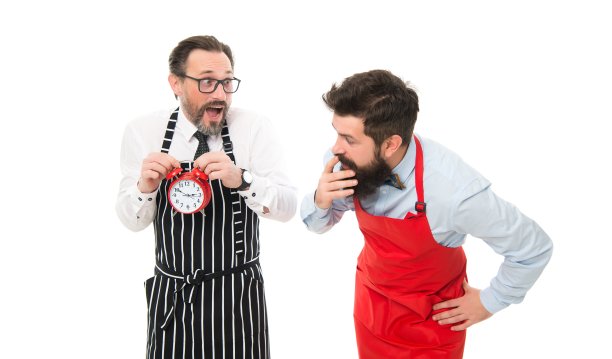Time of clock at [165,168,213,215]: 2:50
